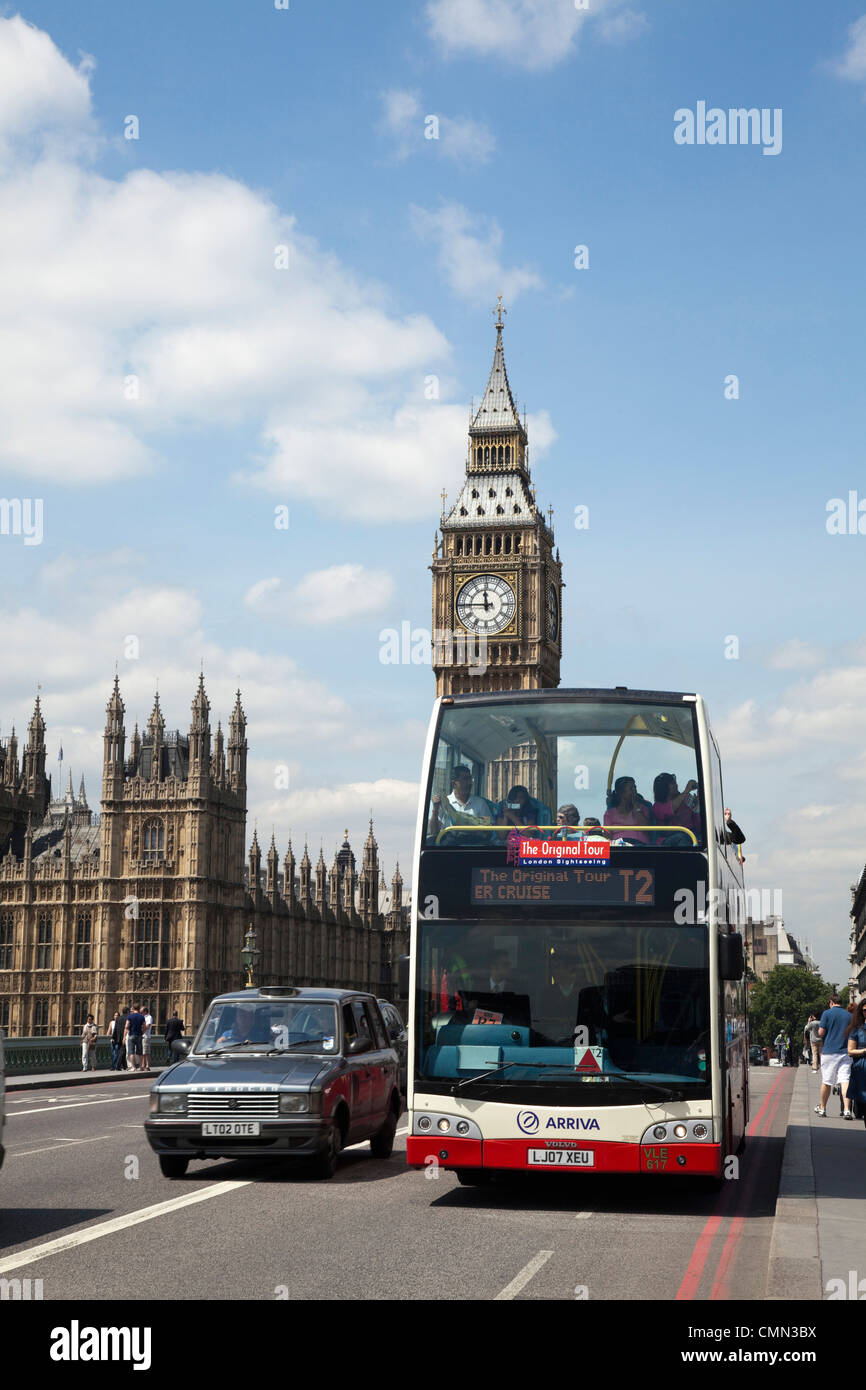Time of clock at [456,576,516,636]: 11:45
